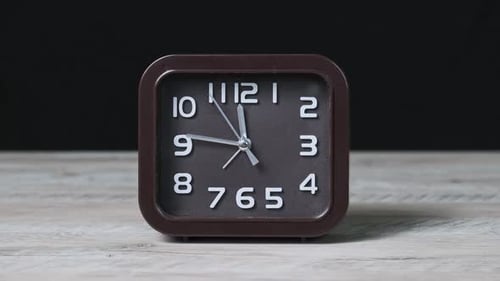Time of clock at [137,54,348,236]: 11:46
